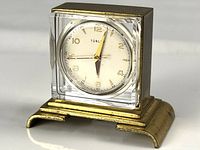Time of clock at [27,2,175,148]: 6:02
